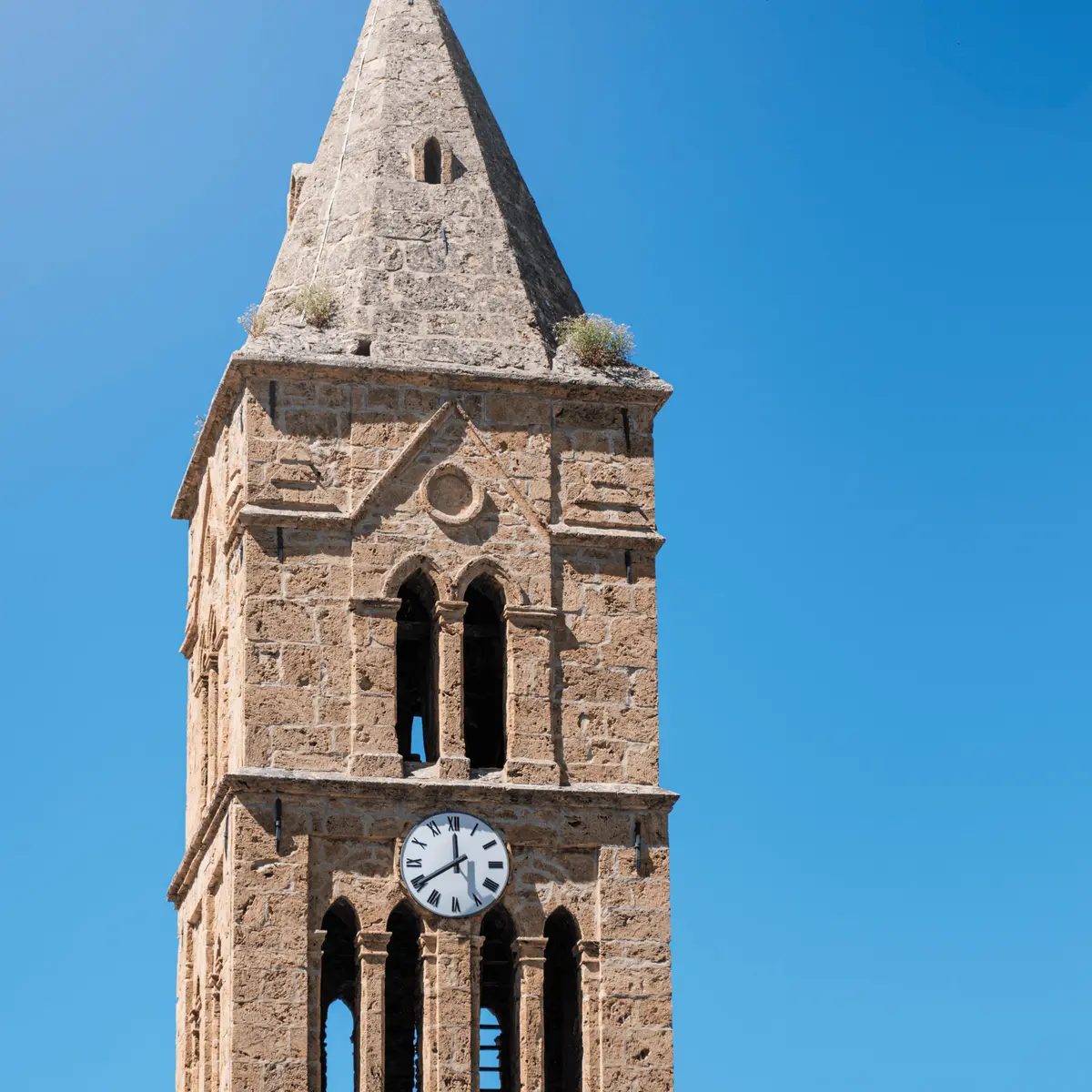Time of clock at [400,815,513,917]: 11:39
